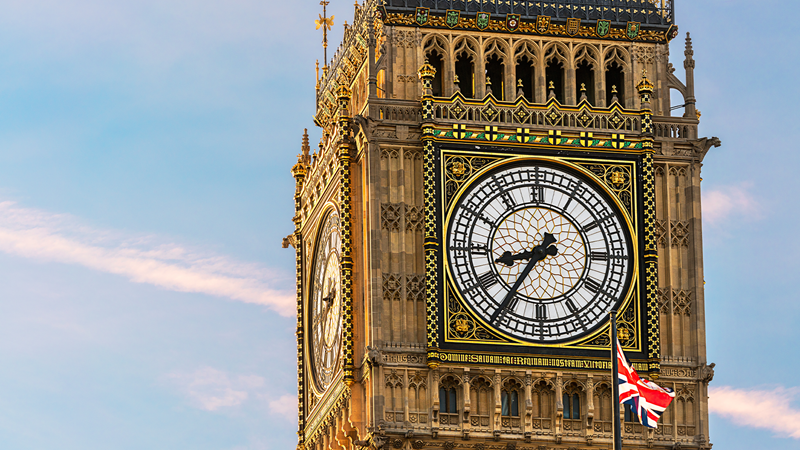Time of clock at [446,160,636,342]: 8:35
